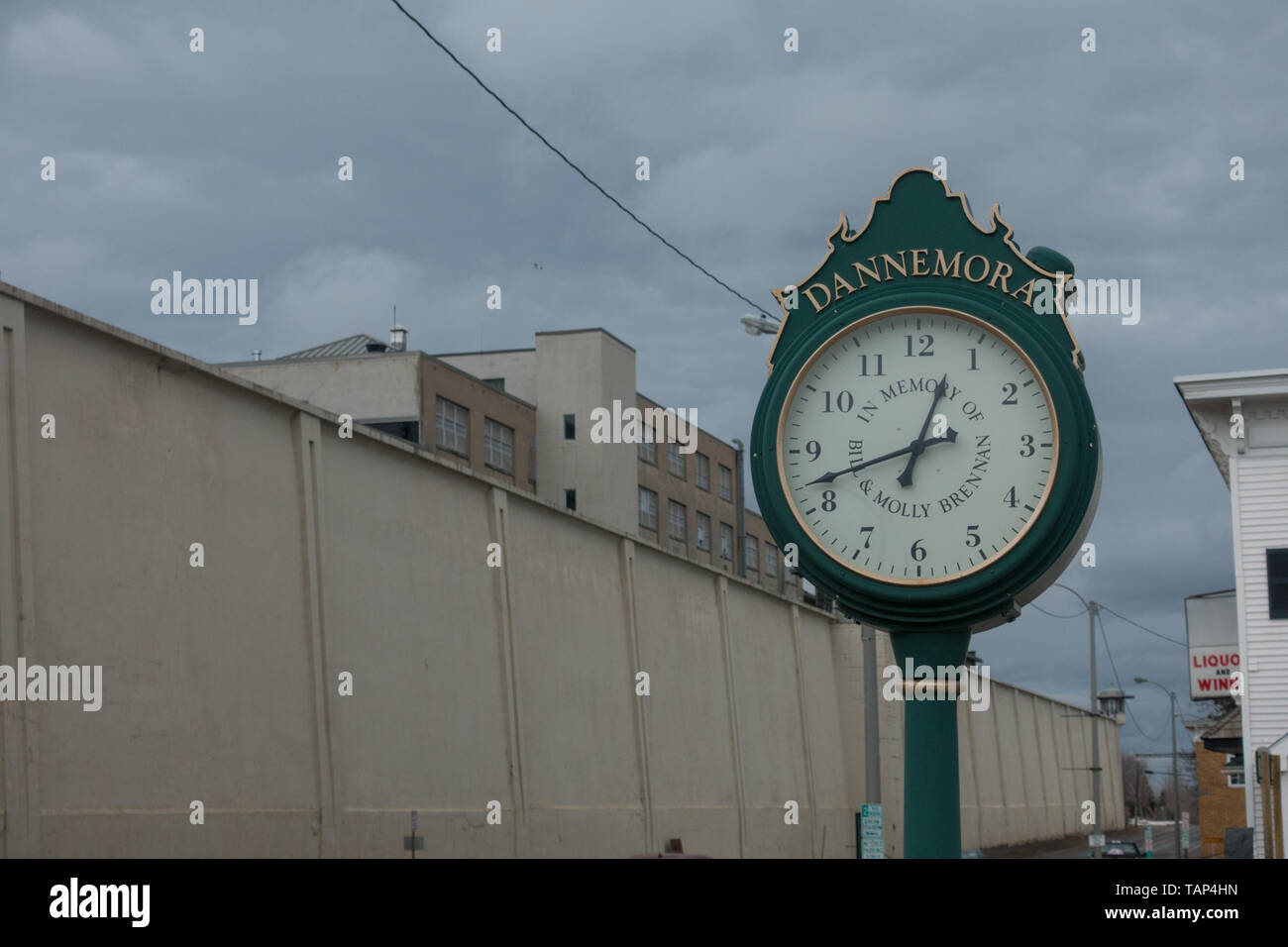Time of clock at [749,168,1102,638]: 12:41
